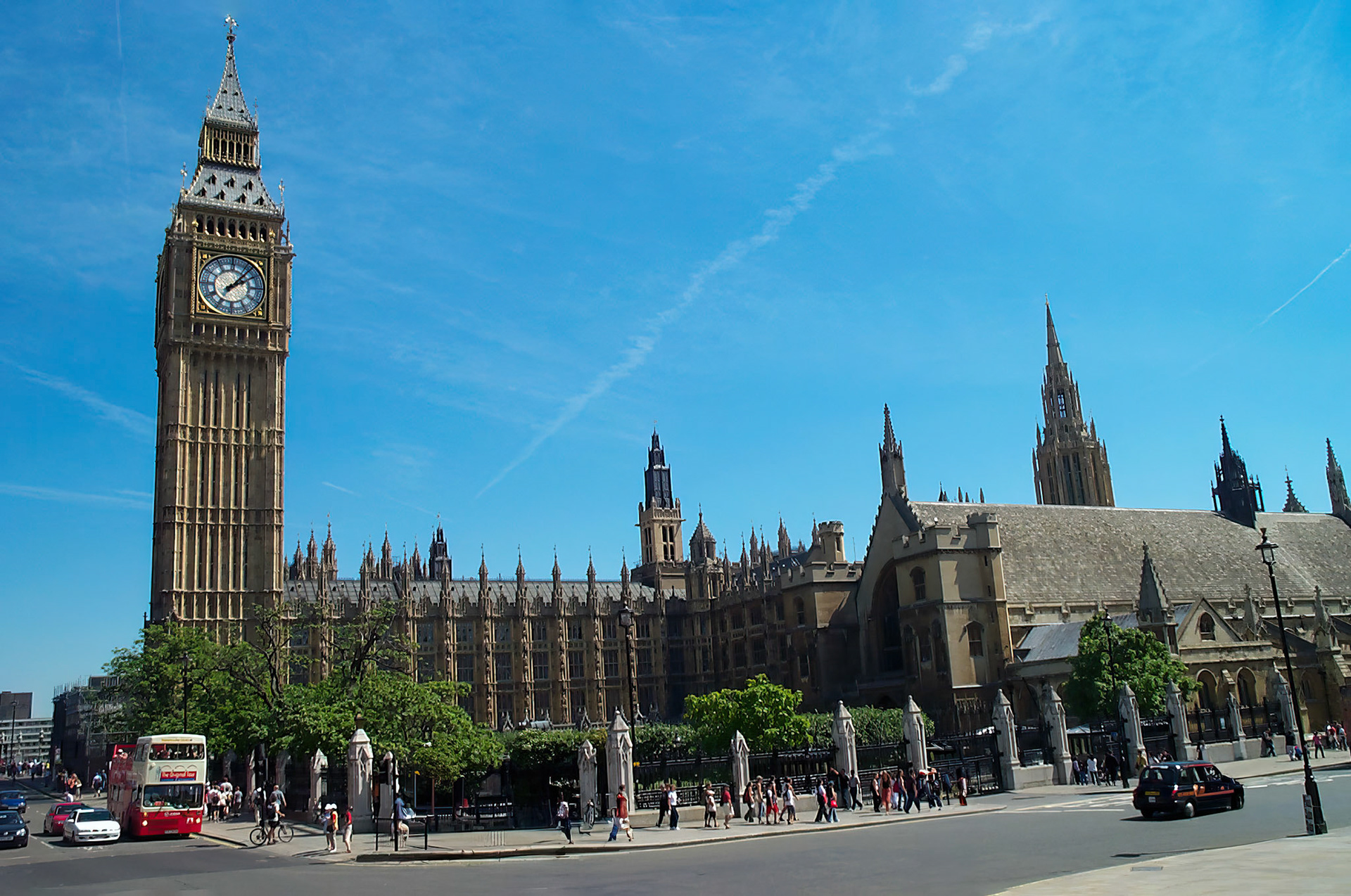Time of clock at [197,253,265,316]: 2:06
